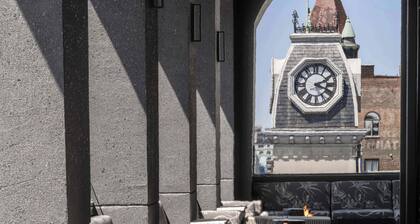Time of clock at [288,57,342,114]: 2:18
